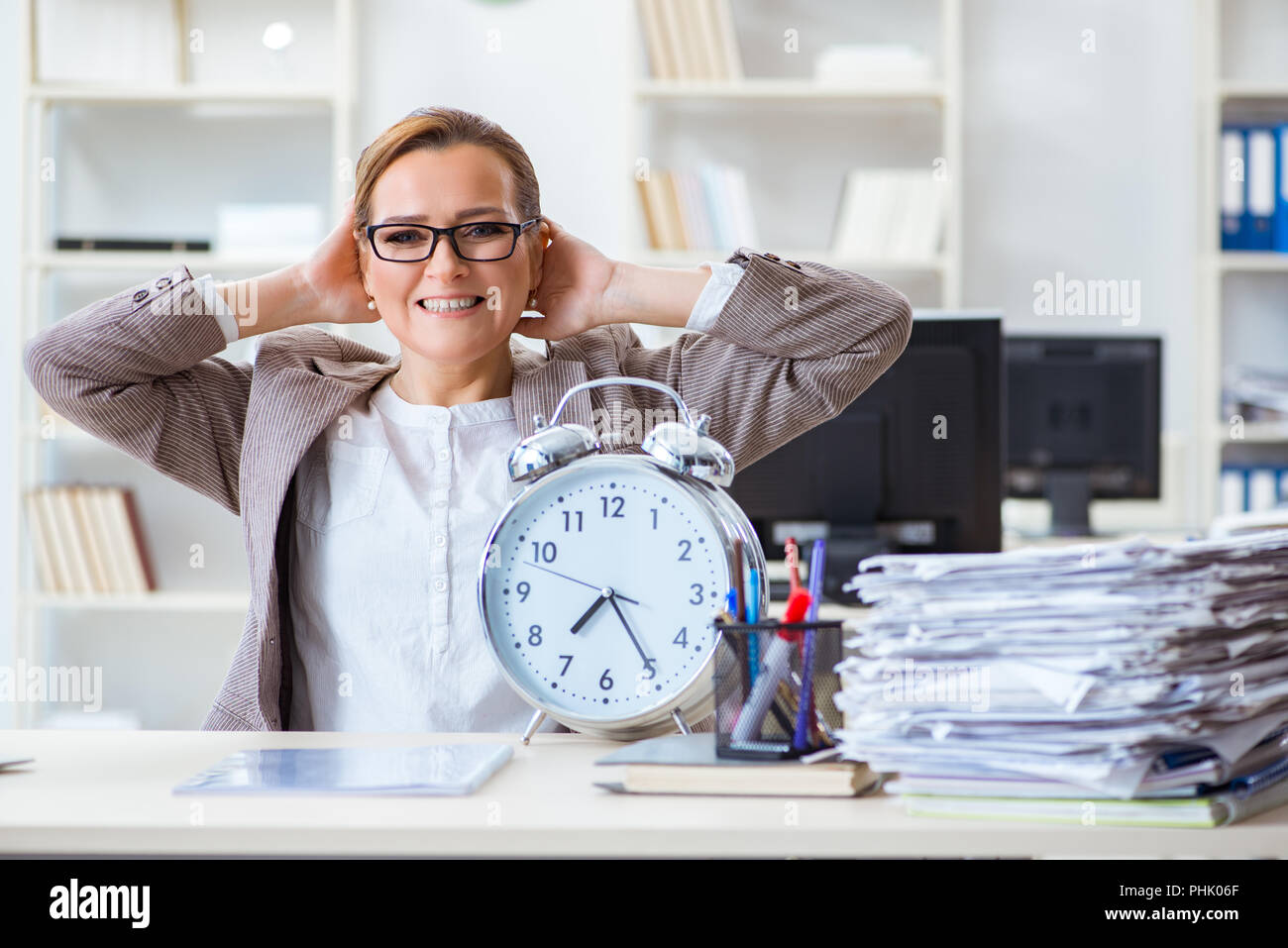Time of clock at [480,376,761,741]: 7:24
